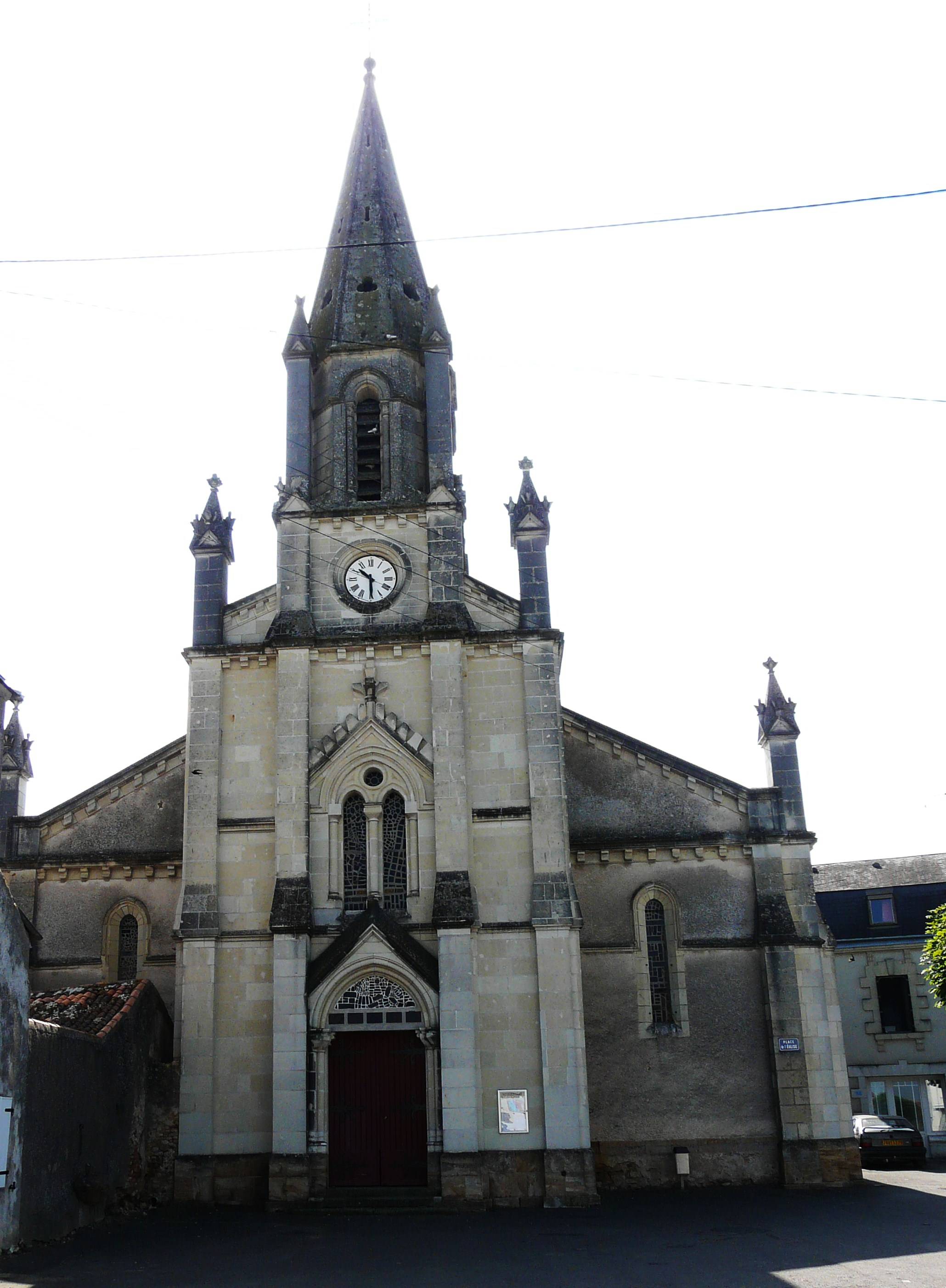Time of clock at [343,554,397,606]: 10:29
